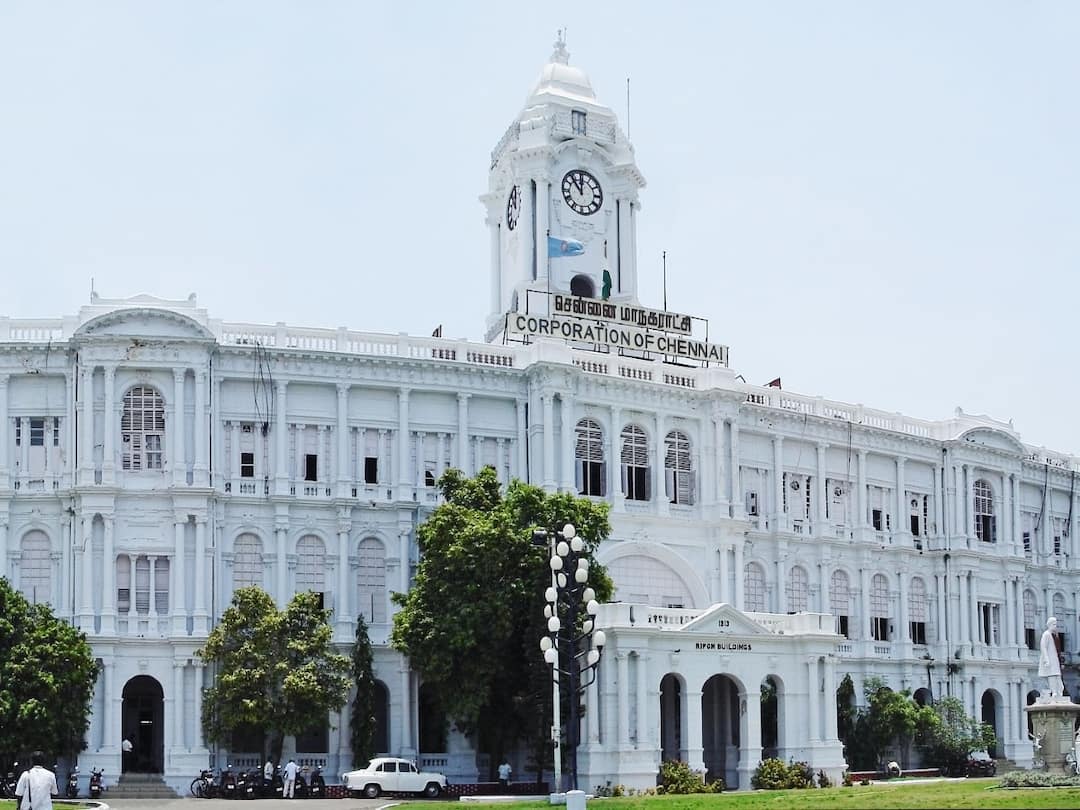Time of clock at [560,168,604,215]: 11:53
